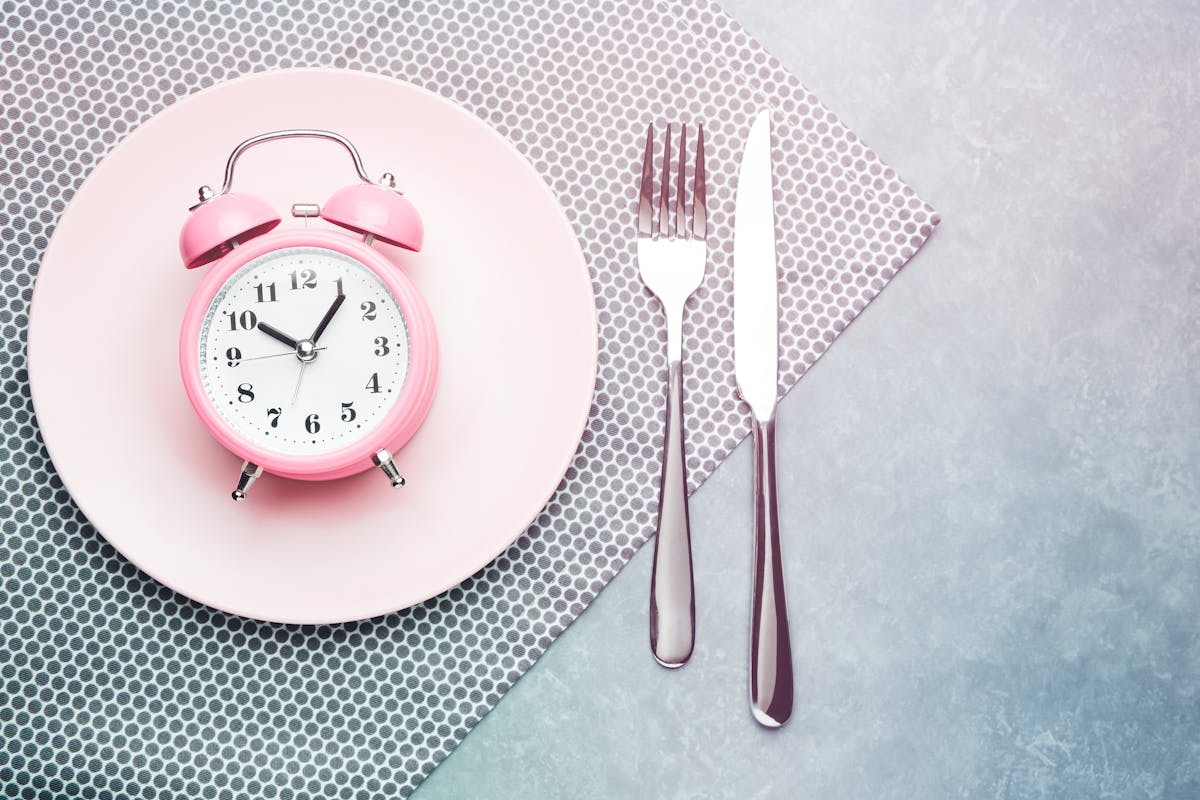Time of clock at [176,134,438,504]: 10:06
